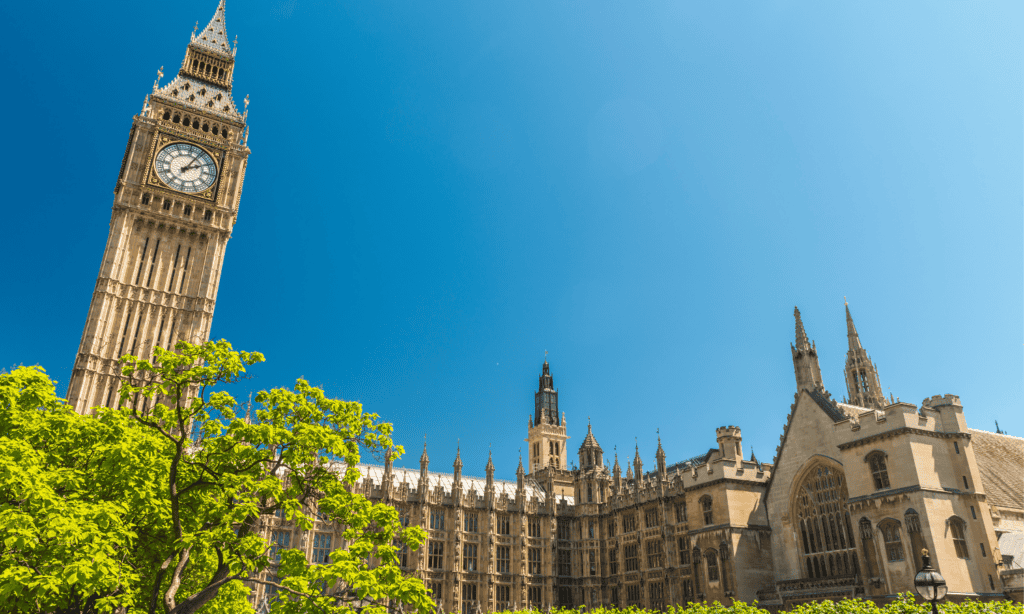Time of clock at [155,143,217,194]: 2:04
